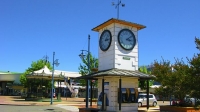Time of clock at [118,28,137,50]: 3:08
